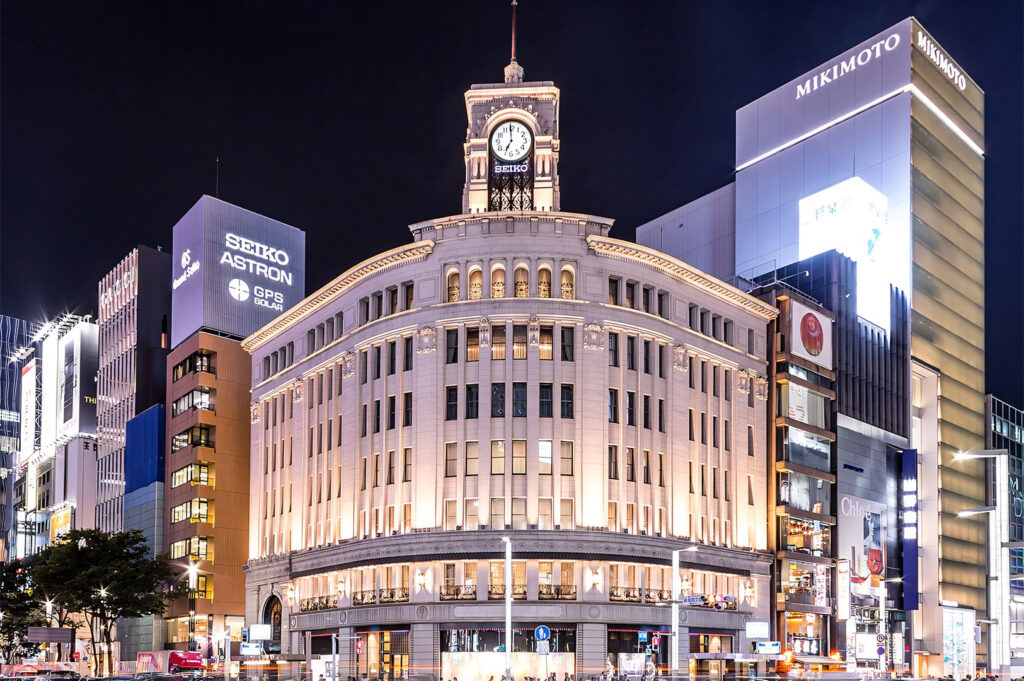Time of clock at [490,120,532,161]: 6:59
